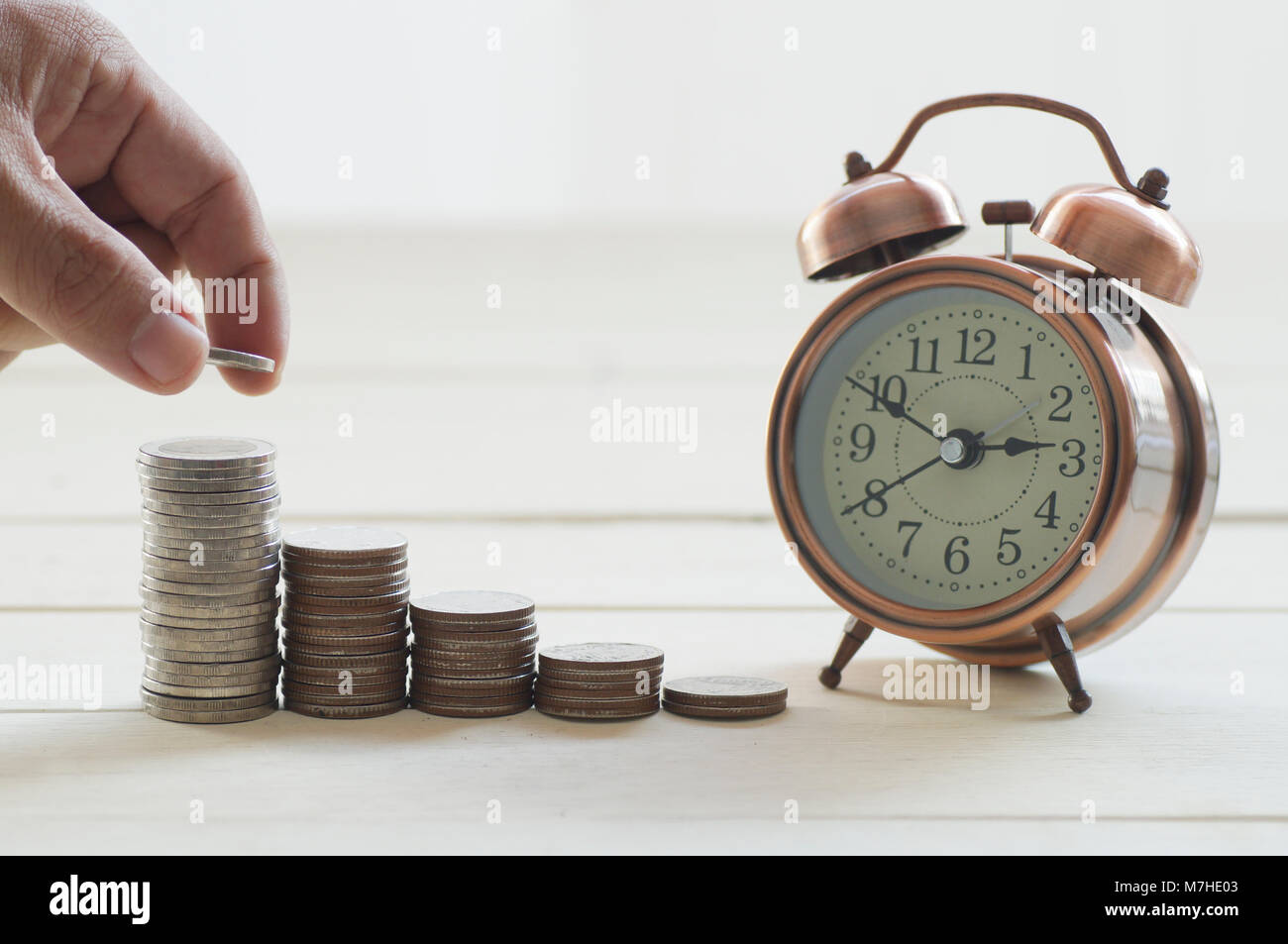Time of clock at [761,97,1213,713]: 2:49
